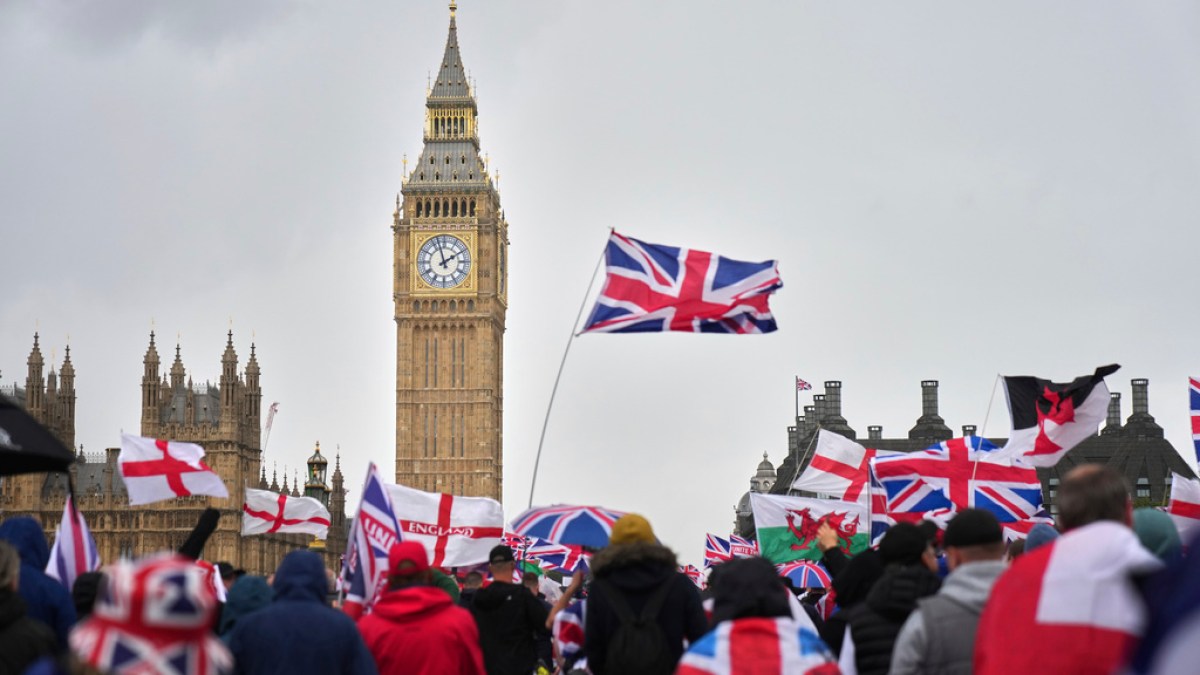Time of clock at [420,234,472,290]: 1:57
